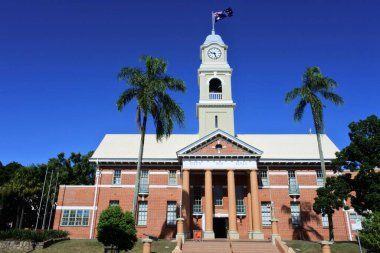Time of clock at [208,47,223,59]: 9:27
